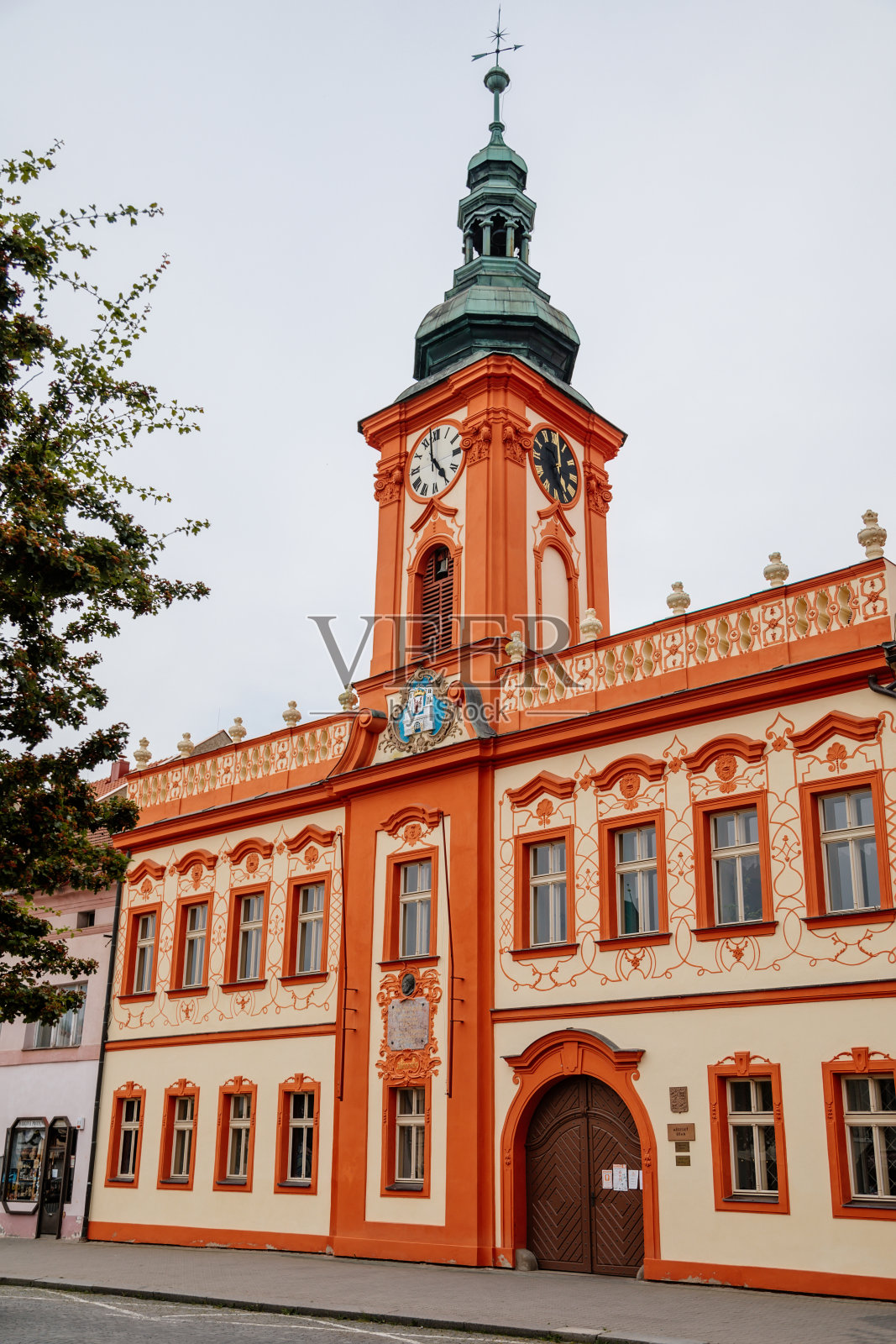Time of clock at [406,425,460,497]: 4:58
